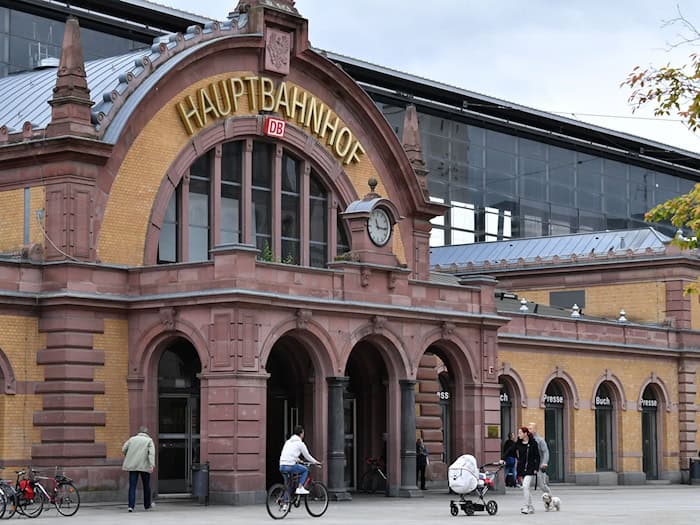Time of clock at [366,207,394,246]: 11:16
